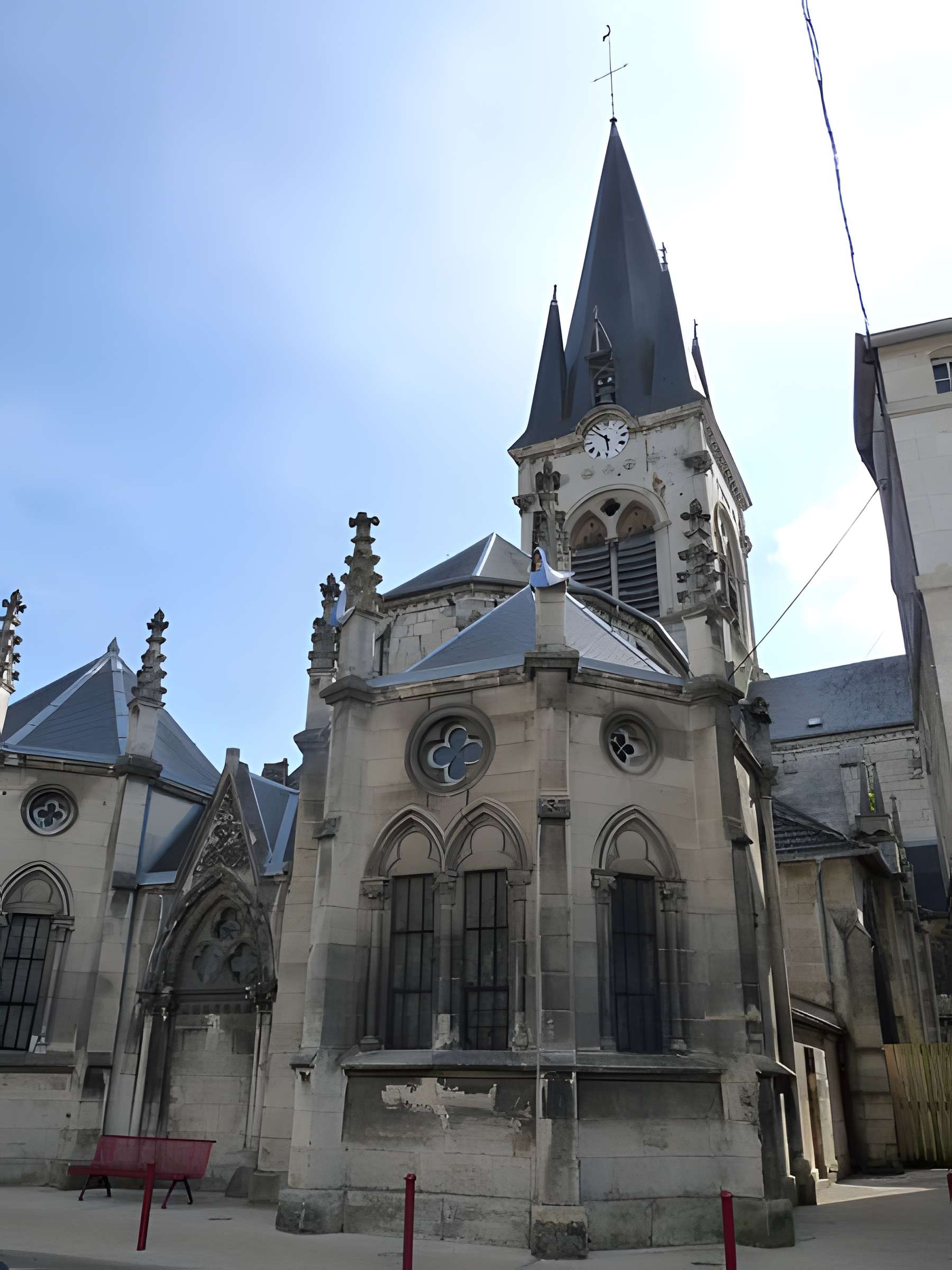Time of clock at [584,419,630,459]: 5:51
